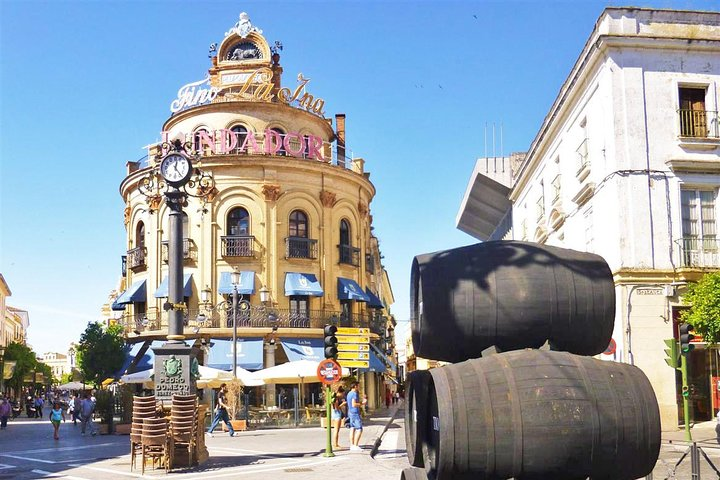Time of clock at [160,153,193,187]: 12:23
